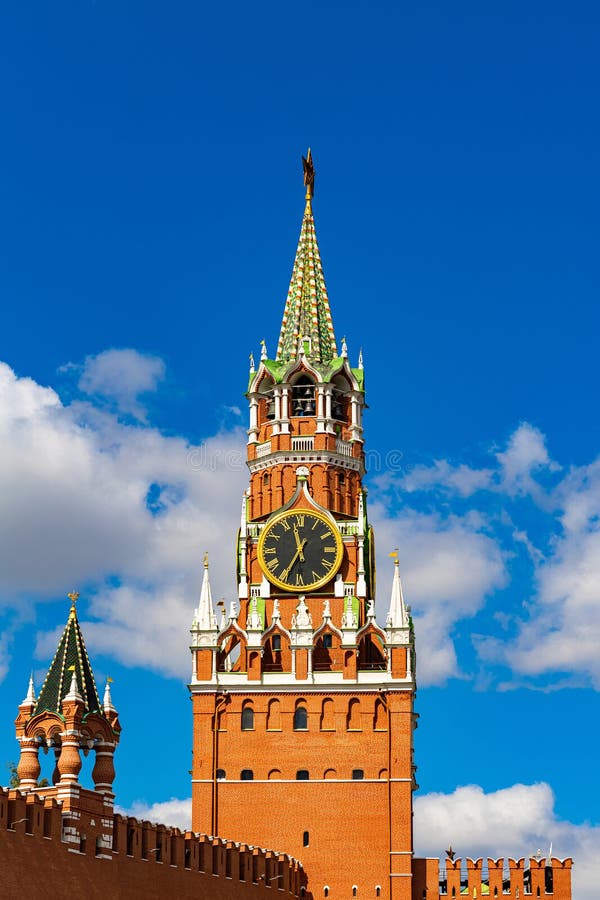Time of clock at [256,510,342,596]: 11:34
